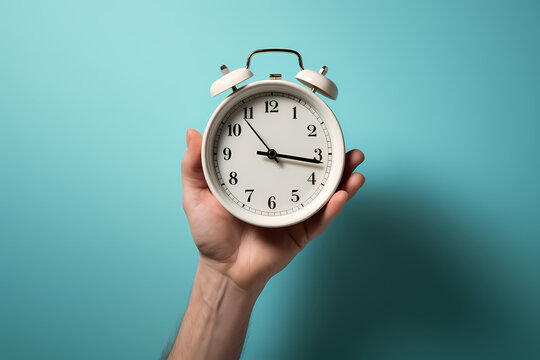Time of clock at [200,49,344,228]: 3:16
